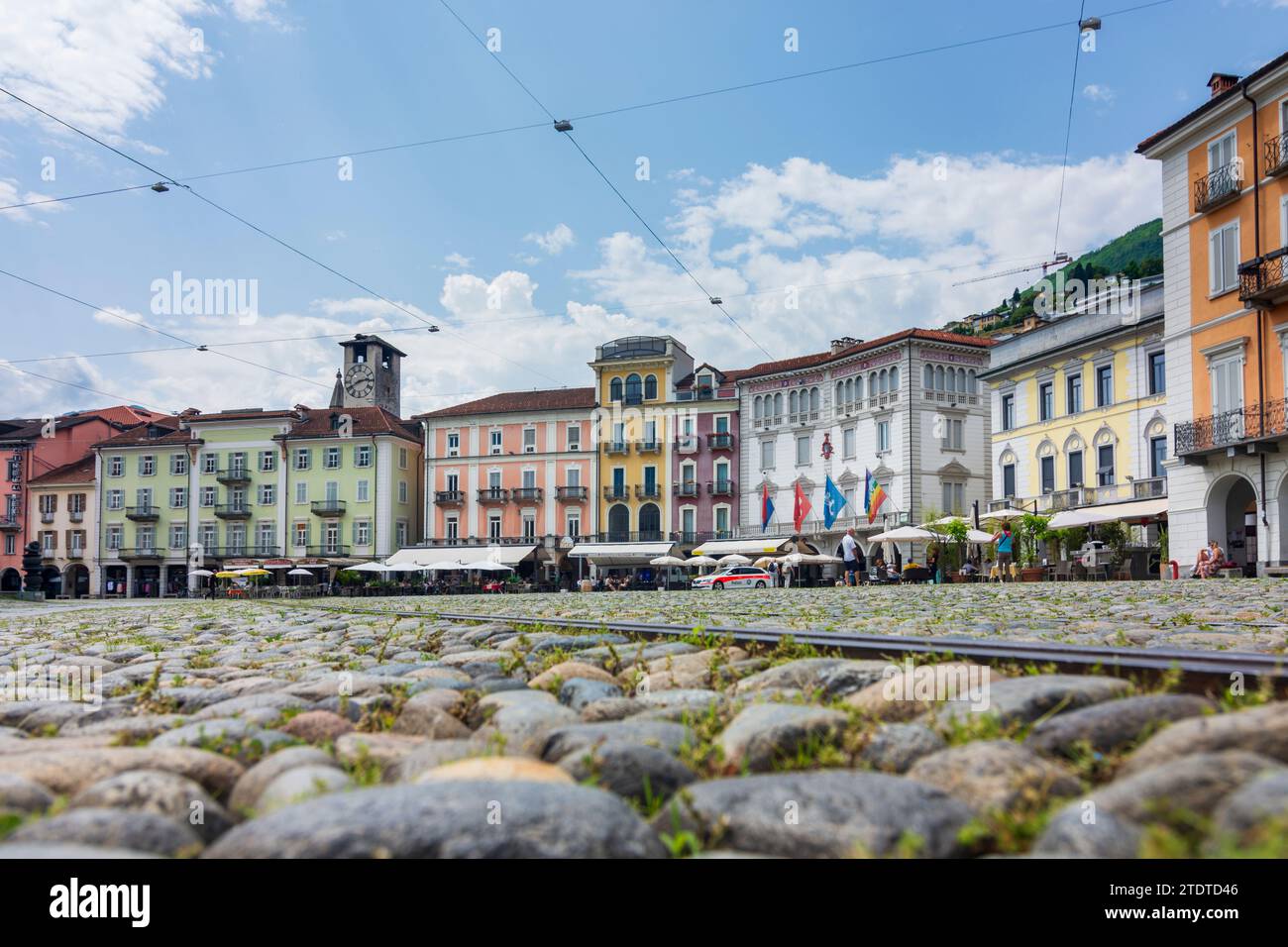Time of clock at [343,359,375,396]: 2:40
